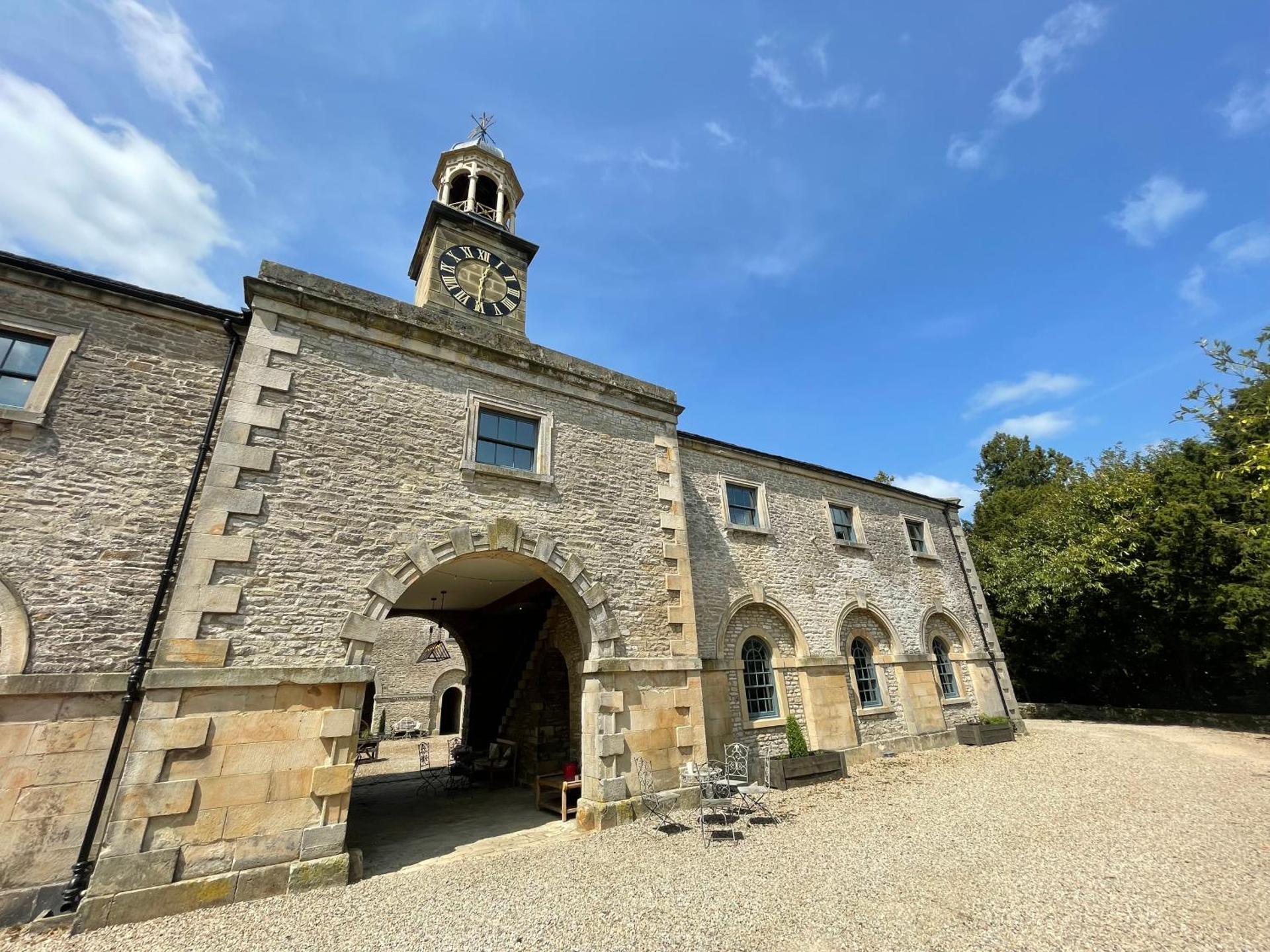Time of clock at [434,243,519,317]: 12:30
